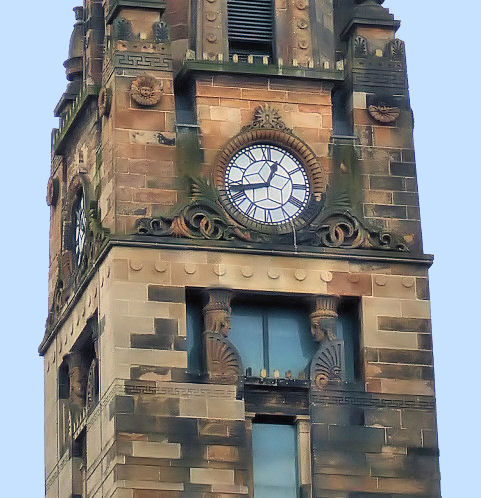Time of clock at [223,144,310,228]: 12:43
